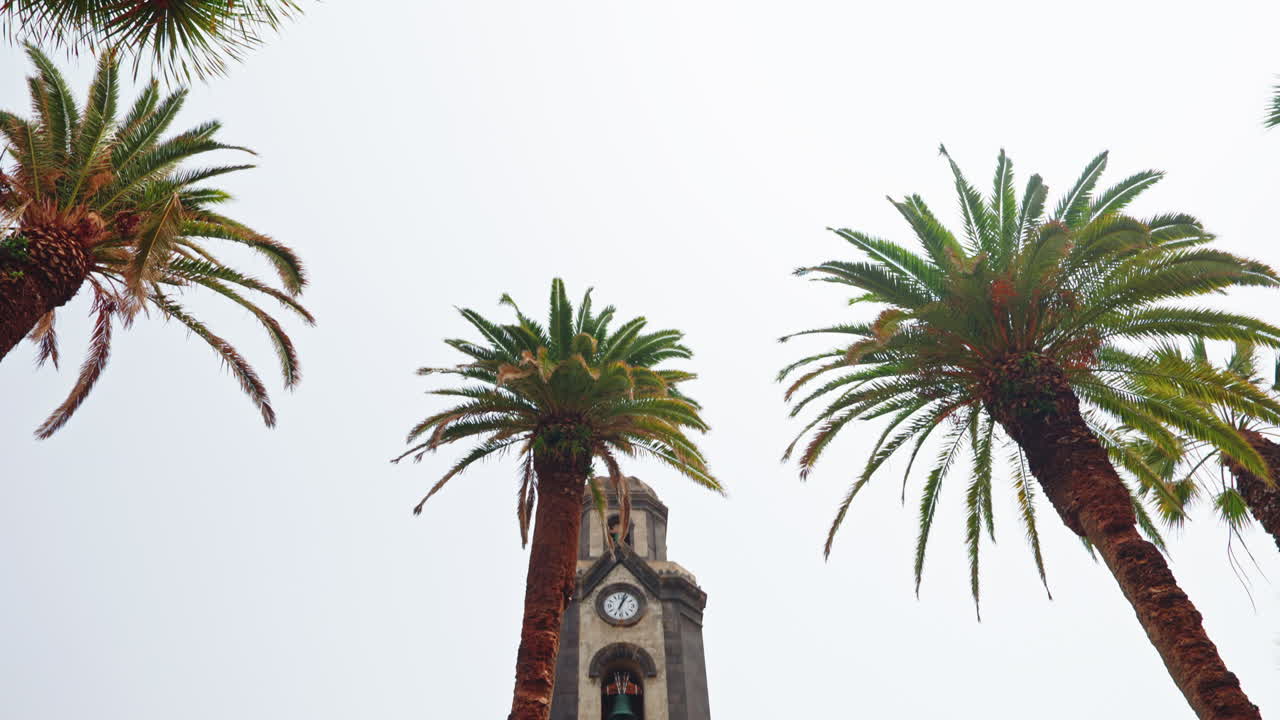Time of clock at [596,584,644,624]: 1:03
